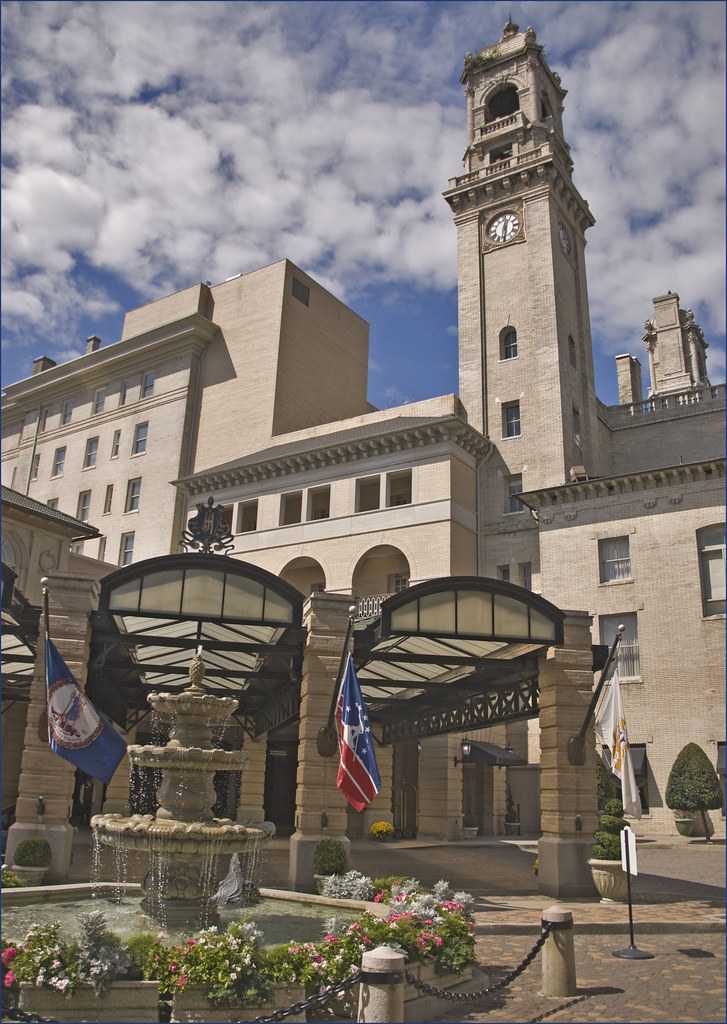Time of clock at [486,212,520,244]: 12:30
